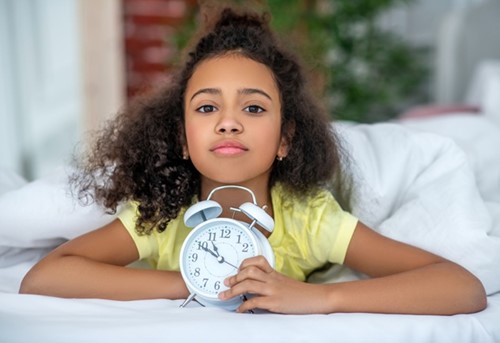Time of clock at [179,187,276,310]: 10:49
